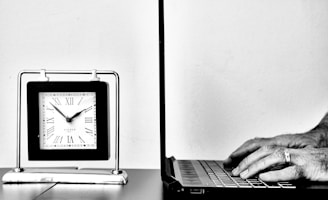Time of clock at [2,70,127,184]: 1:52
